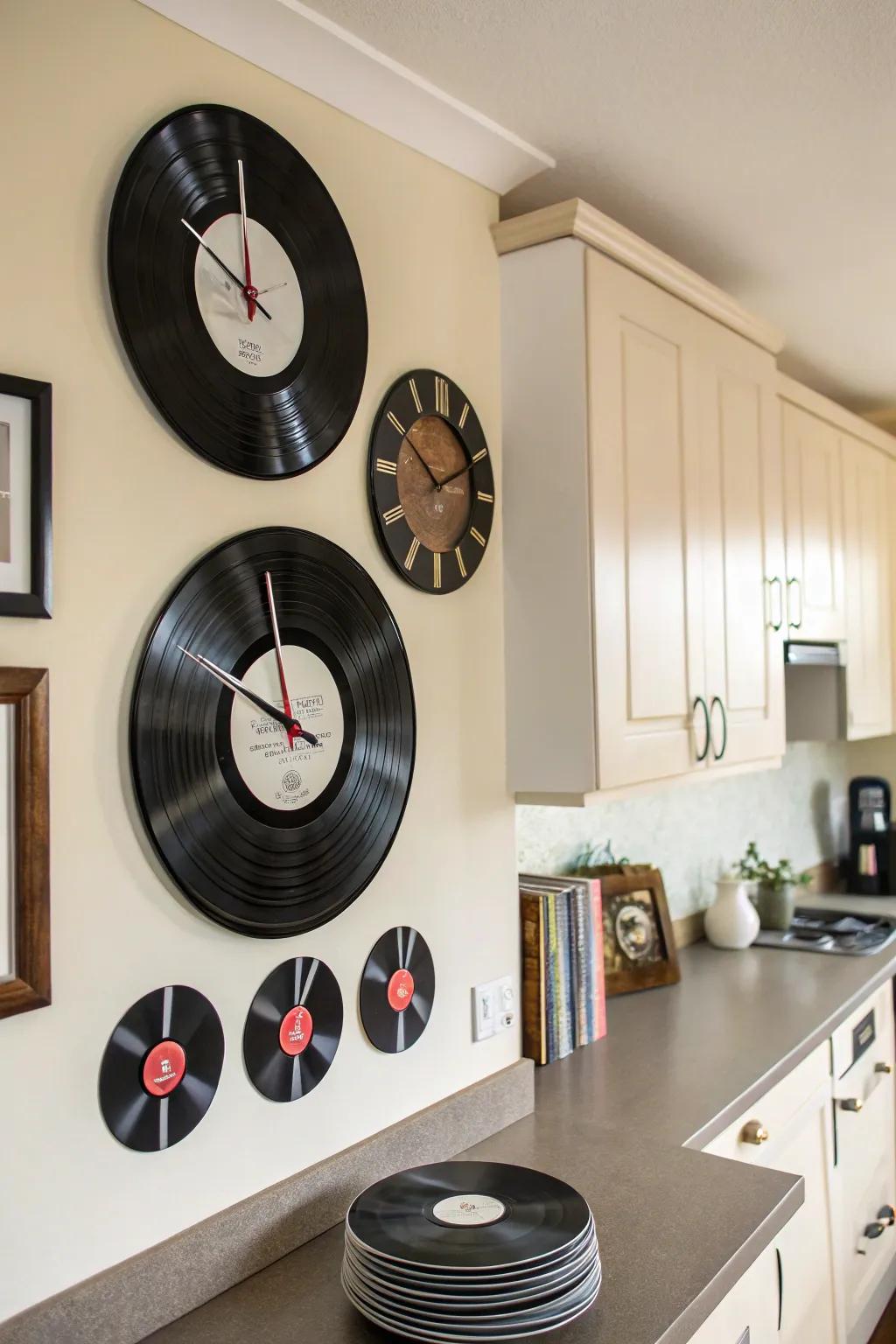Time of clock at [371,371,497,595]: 10:10
